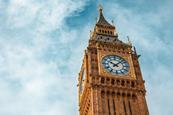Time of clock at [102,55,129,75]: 10:07
